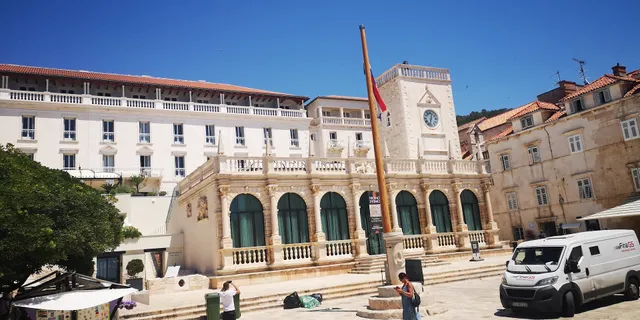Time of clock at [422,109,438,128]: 12:32
